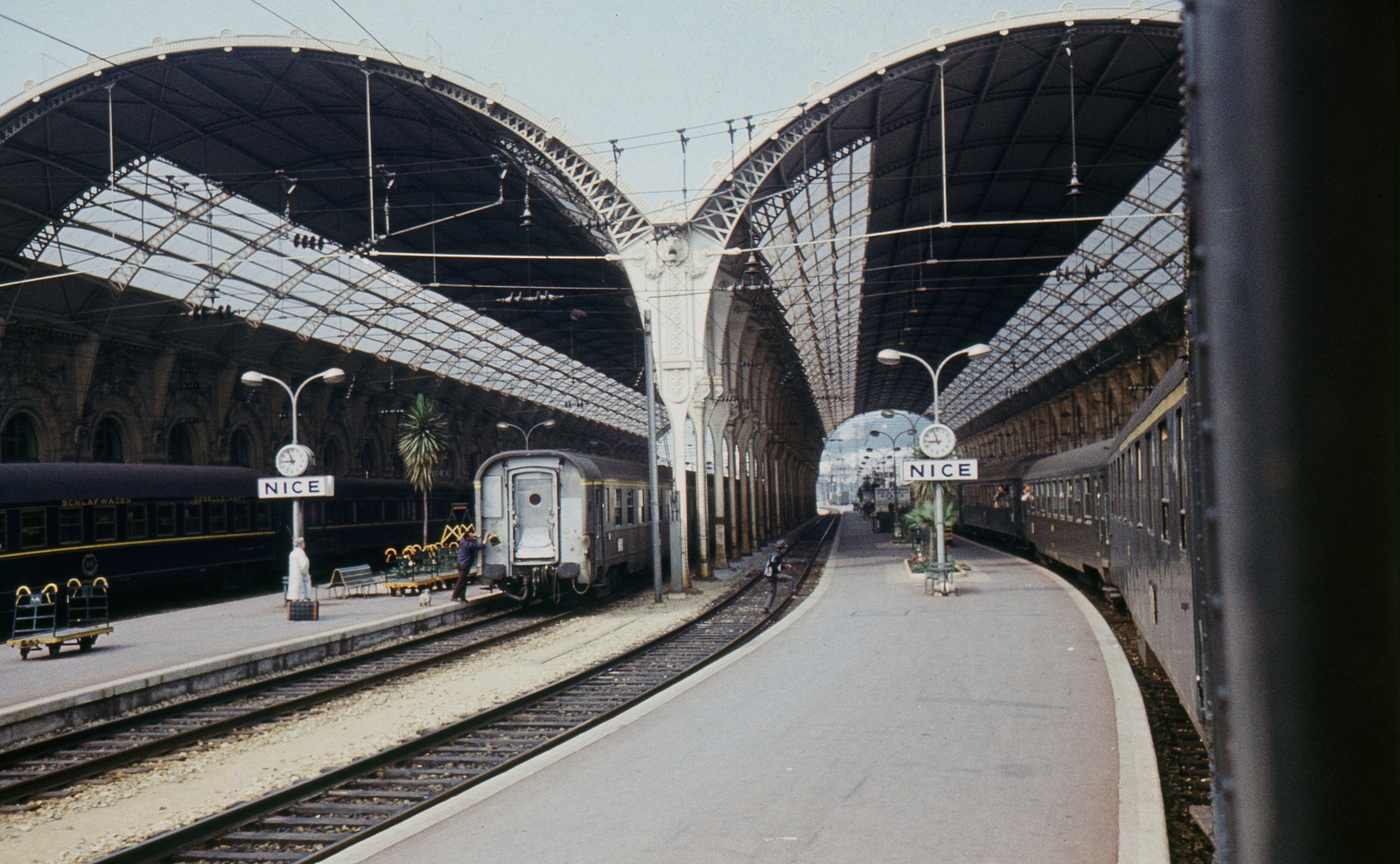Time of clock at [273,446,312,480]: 8:56
